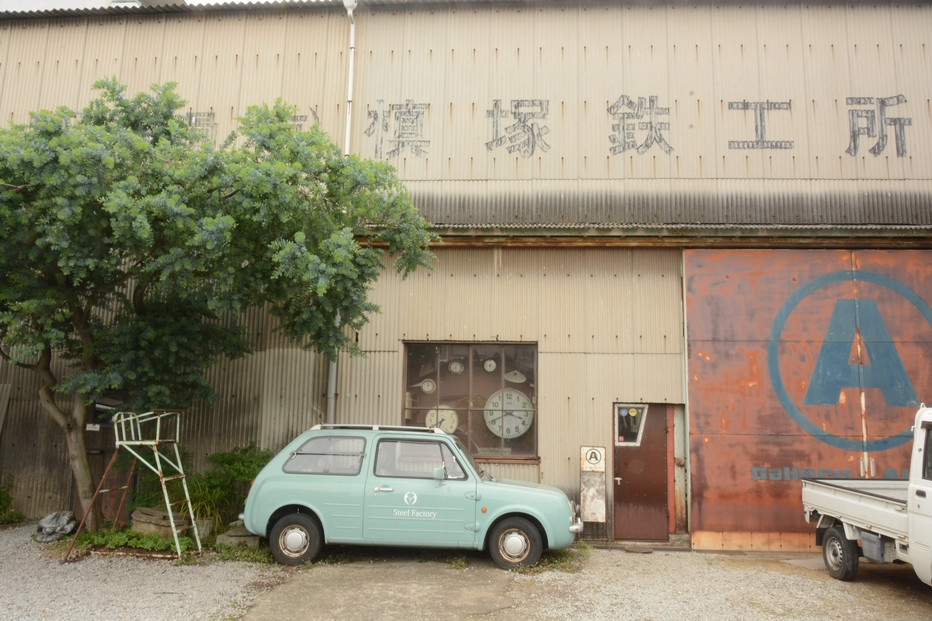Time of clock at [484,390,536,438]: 3:40
